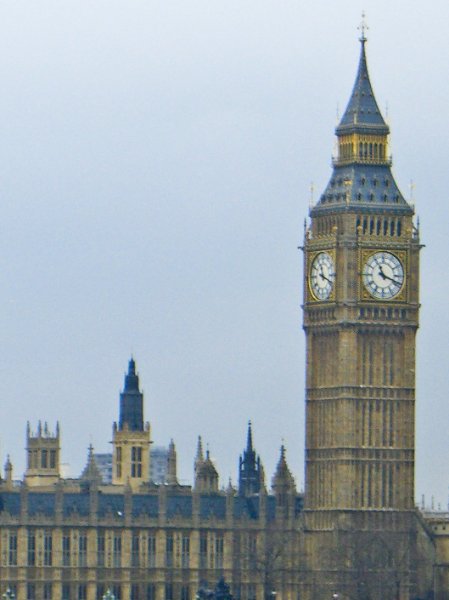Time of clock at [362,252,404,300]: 11:18
